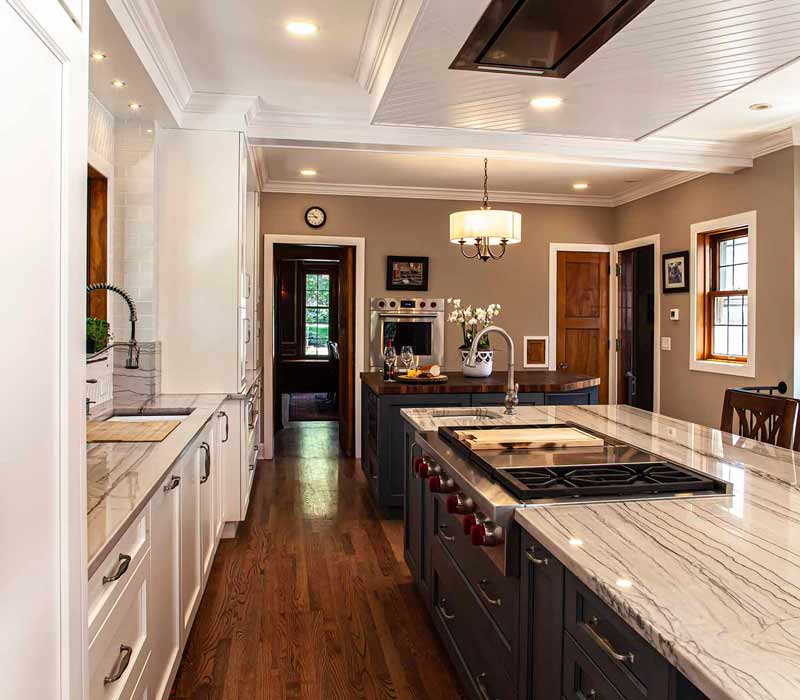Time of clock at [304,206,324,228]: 9:44
